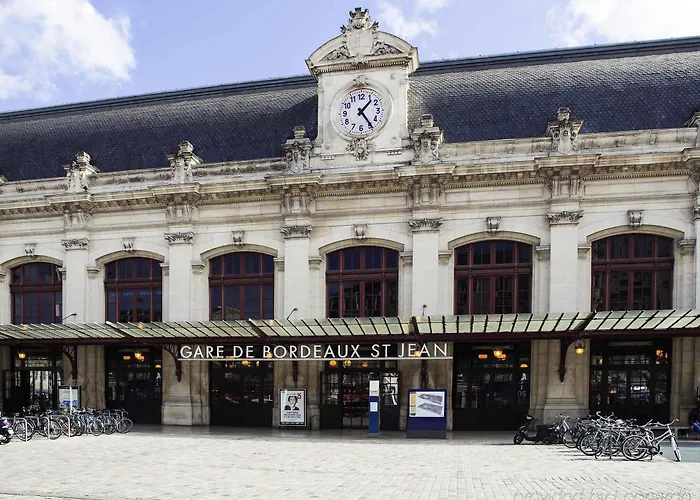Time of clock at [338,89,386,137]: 1:24
